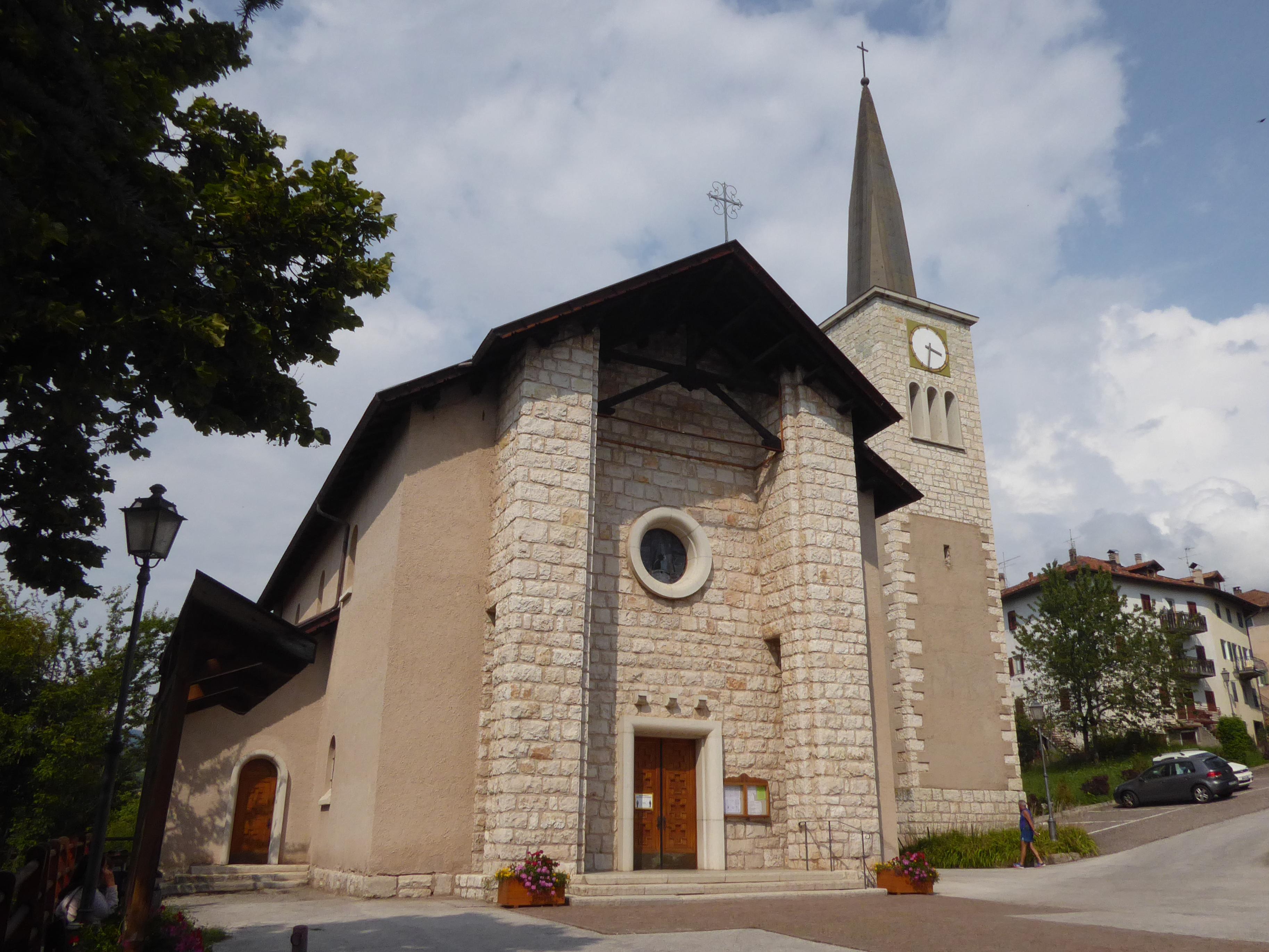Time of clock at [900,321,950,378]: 3:31
